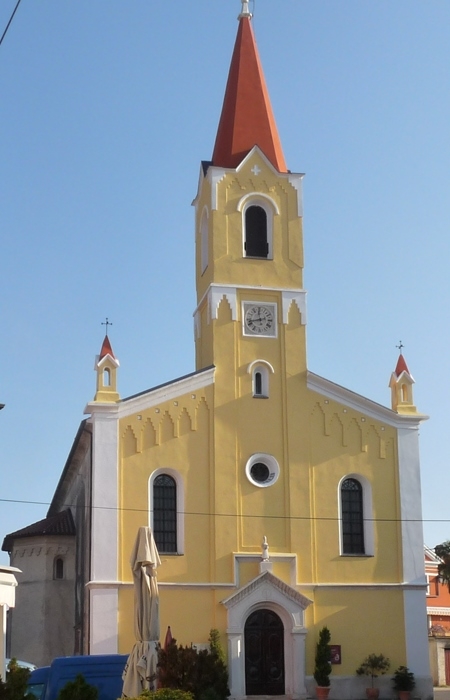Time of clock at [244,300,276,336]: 11:42
